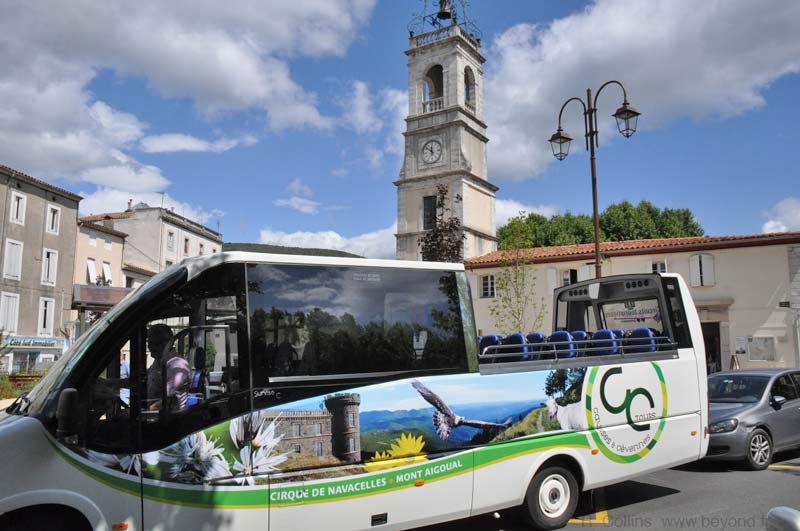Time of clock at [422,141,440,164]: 11:51
